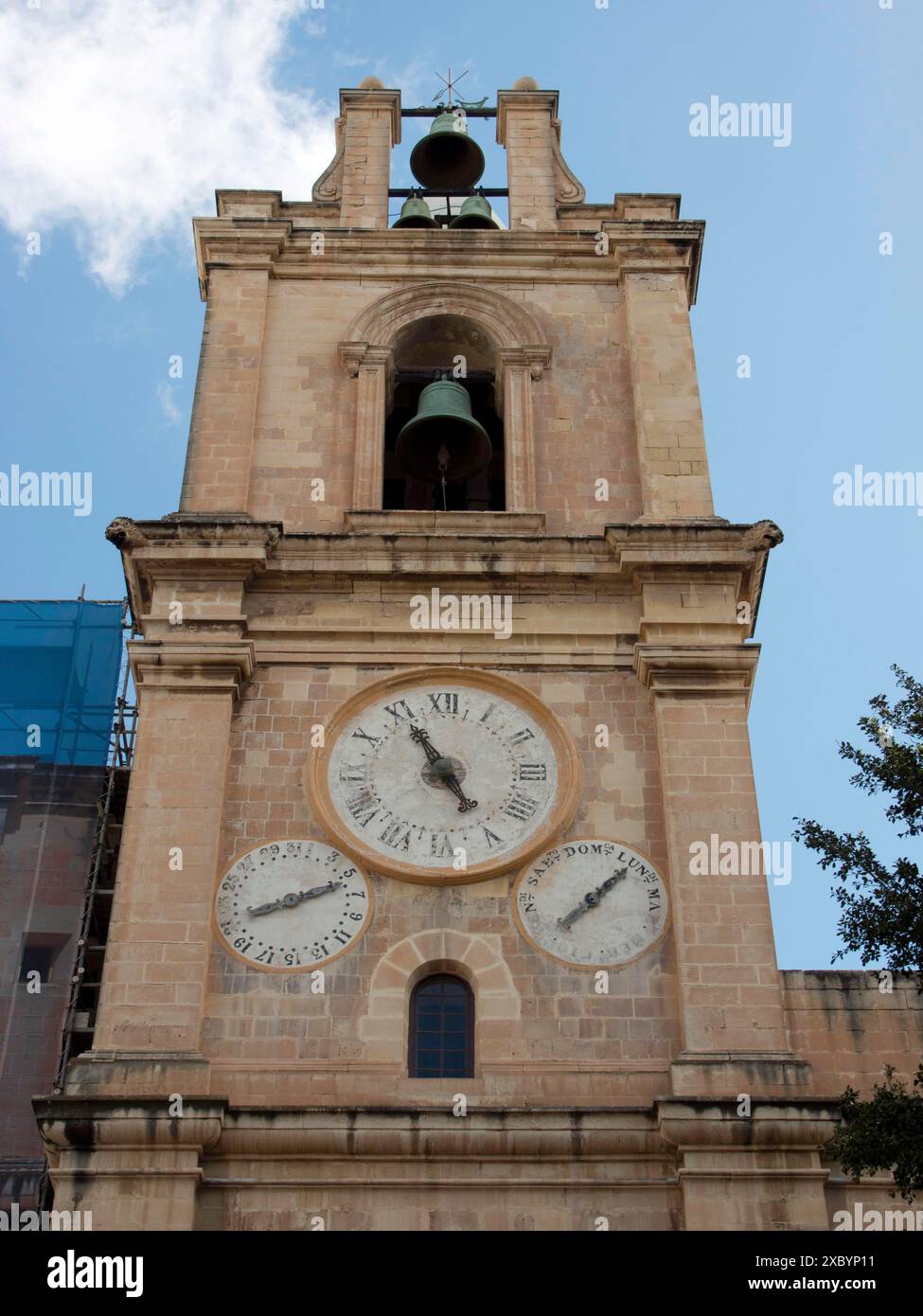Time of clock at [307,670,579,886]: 4:55
